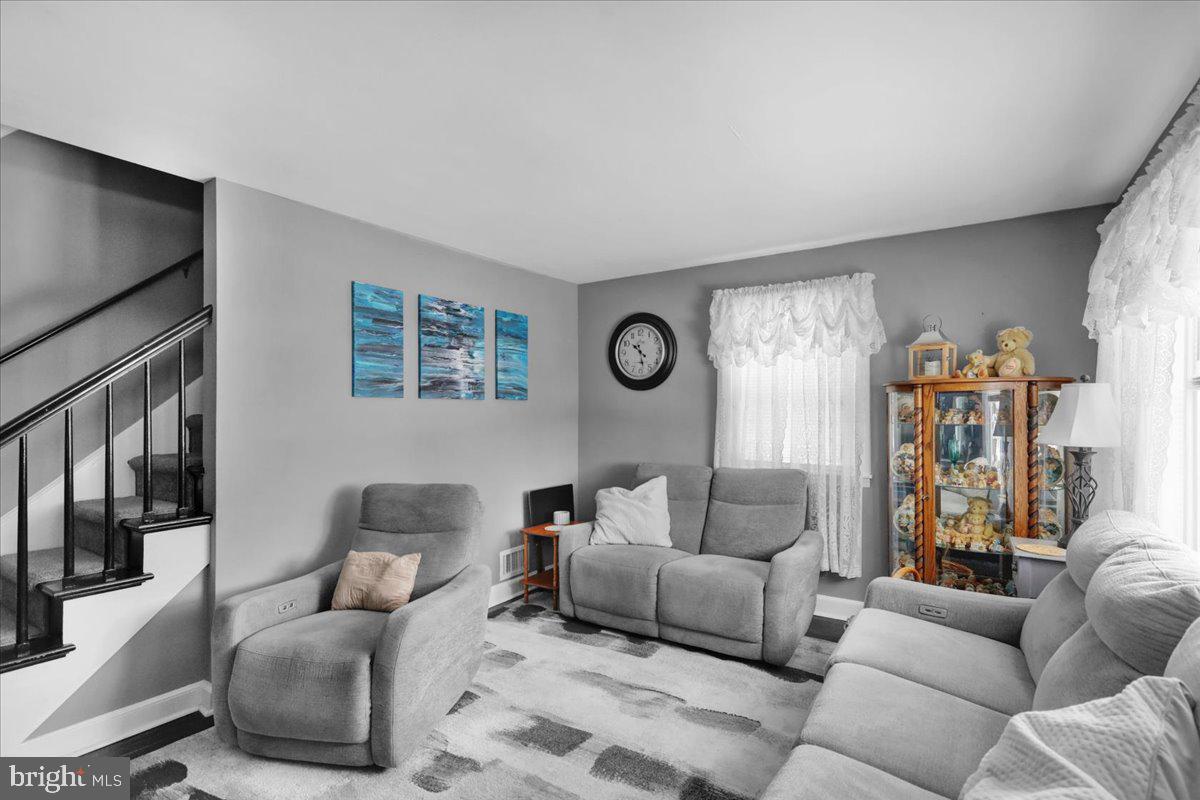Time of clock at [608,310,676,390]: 10:28
